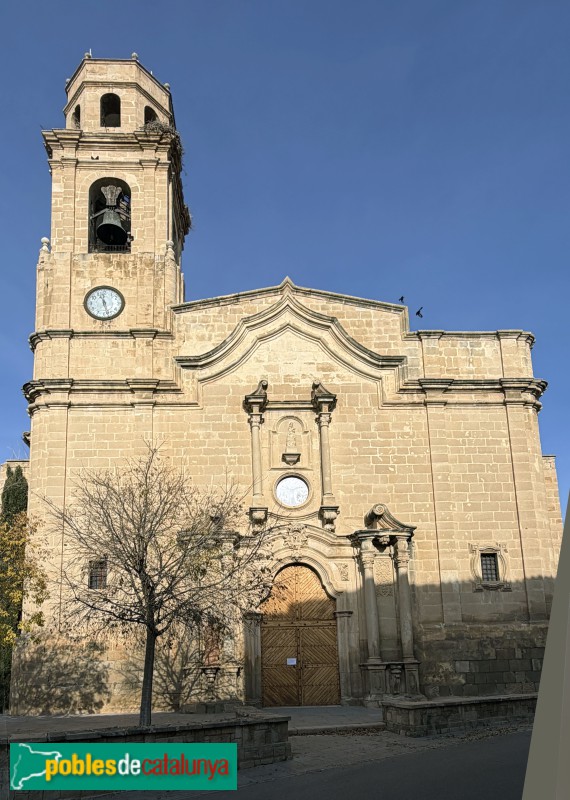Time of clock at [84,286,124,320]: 11:27
